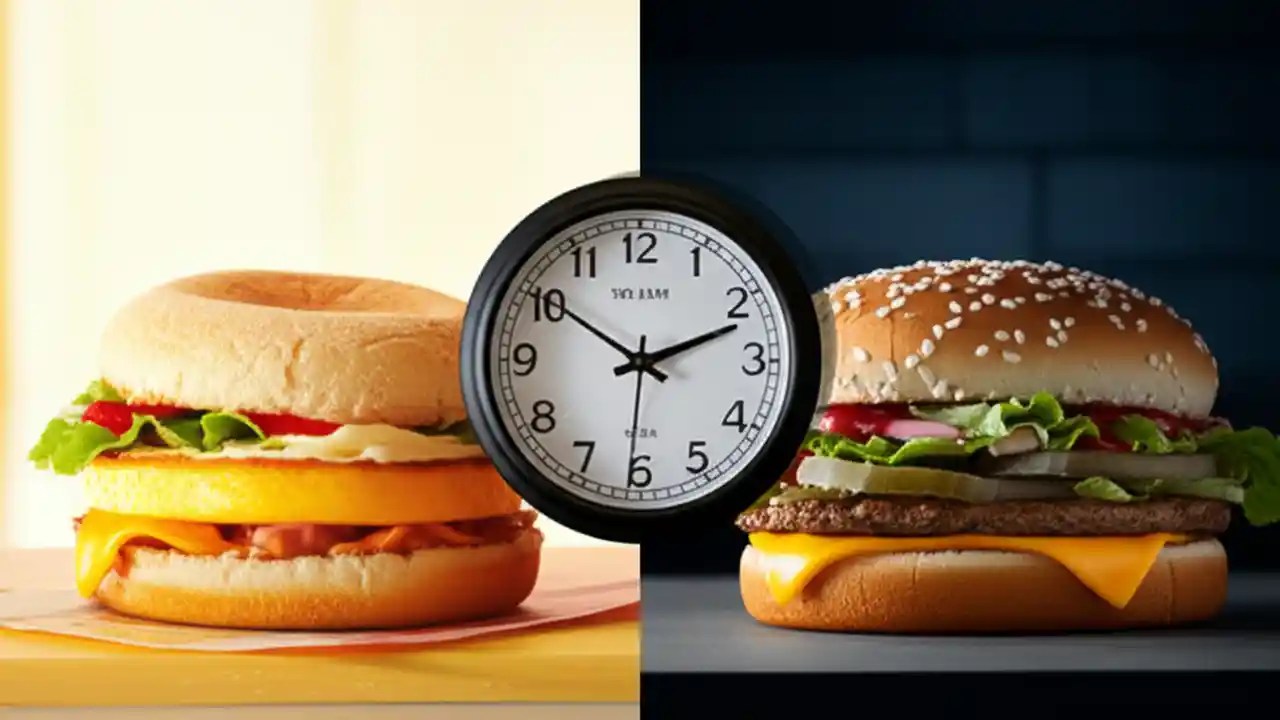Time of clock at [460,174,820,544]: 10:11
